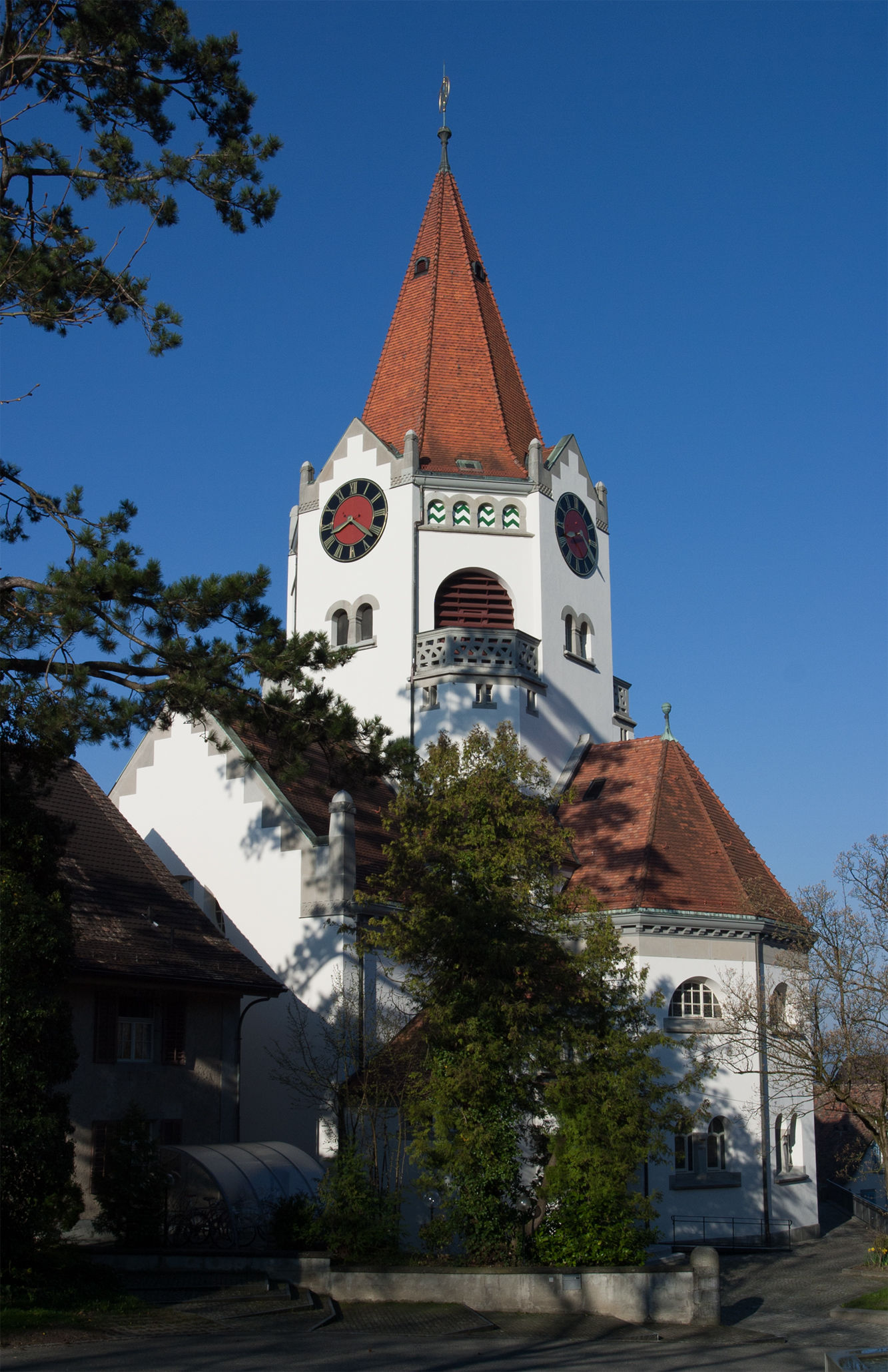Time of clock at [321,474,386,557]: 8:21
